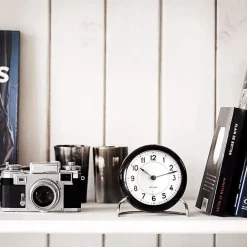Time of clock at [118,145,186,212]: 10:12
